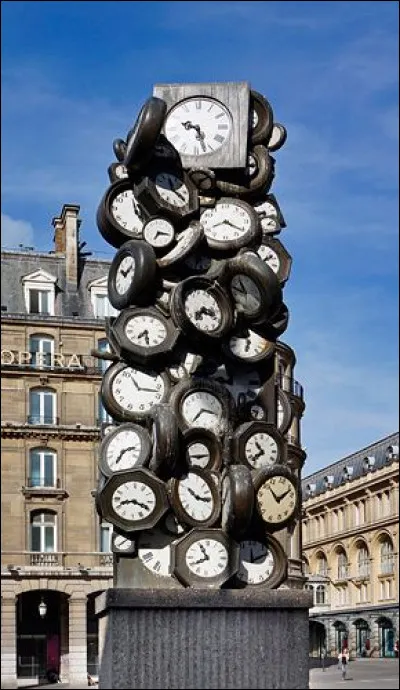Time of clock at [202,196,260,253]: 8:21
